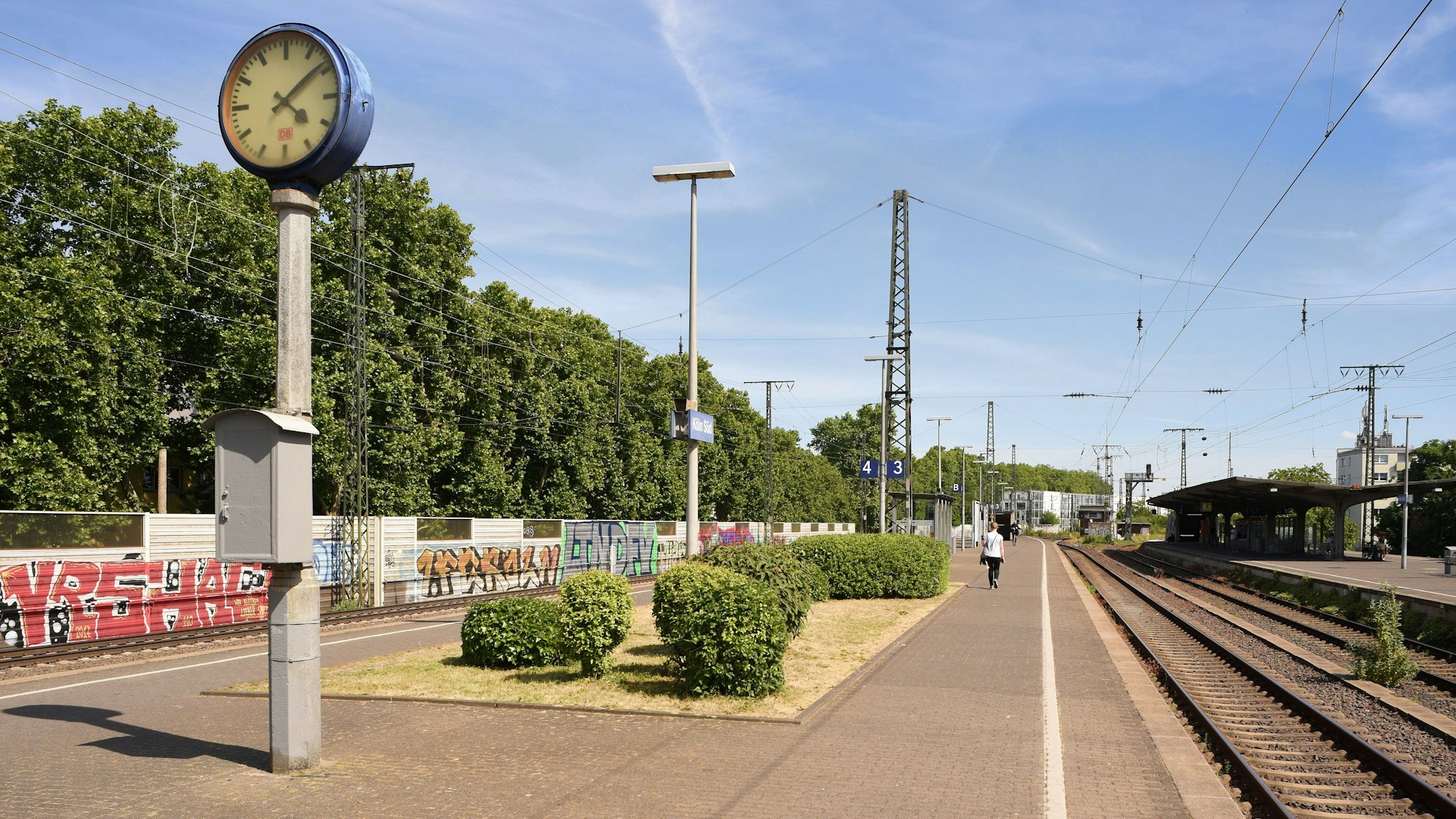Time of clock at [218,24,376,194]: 4:08
